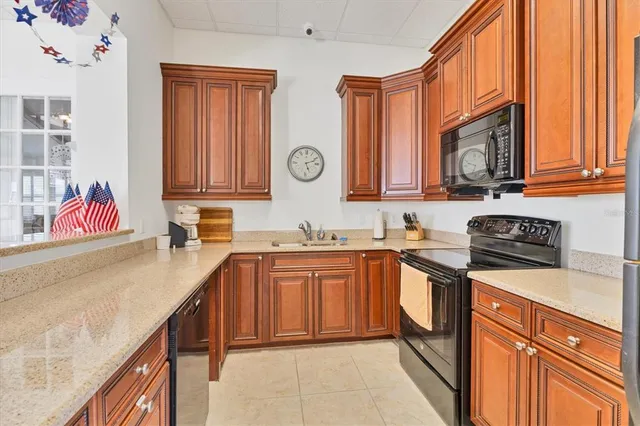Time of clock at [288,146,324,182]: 5:11
